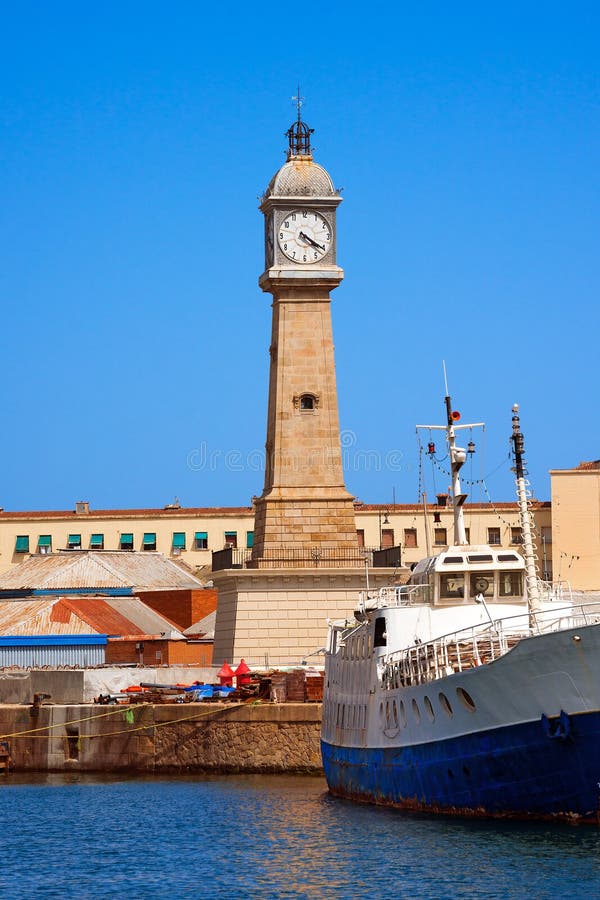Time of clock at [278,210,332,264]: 4:20
